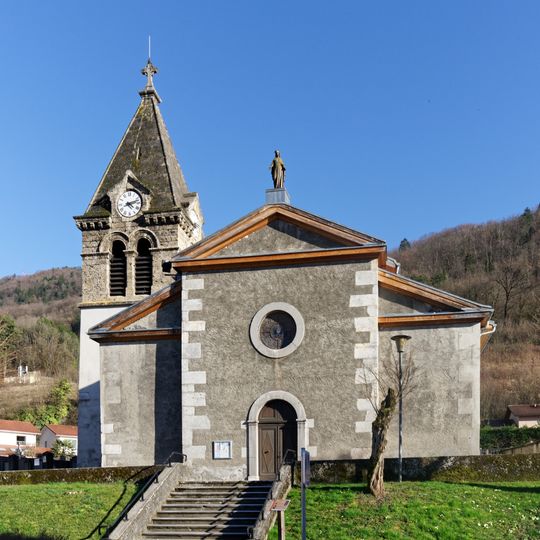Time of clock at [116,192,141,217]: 4:12
